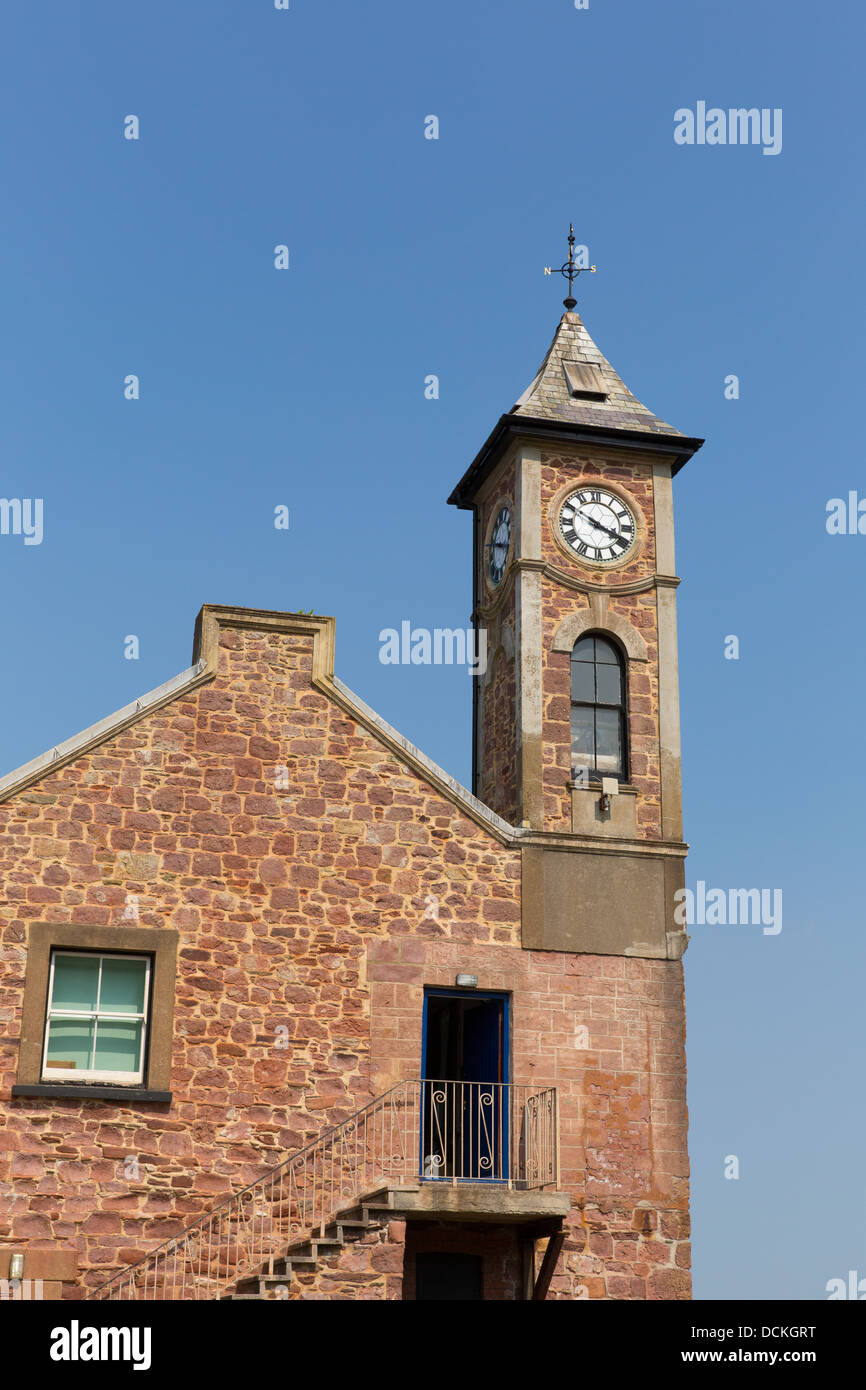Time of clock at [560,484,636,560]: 3:50
